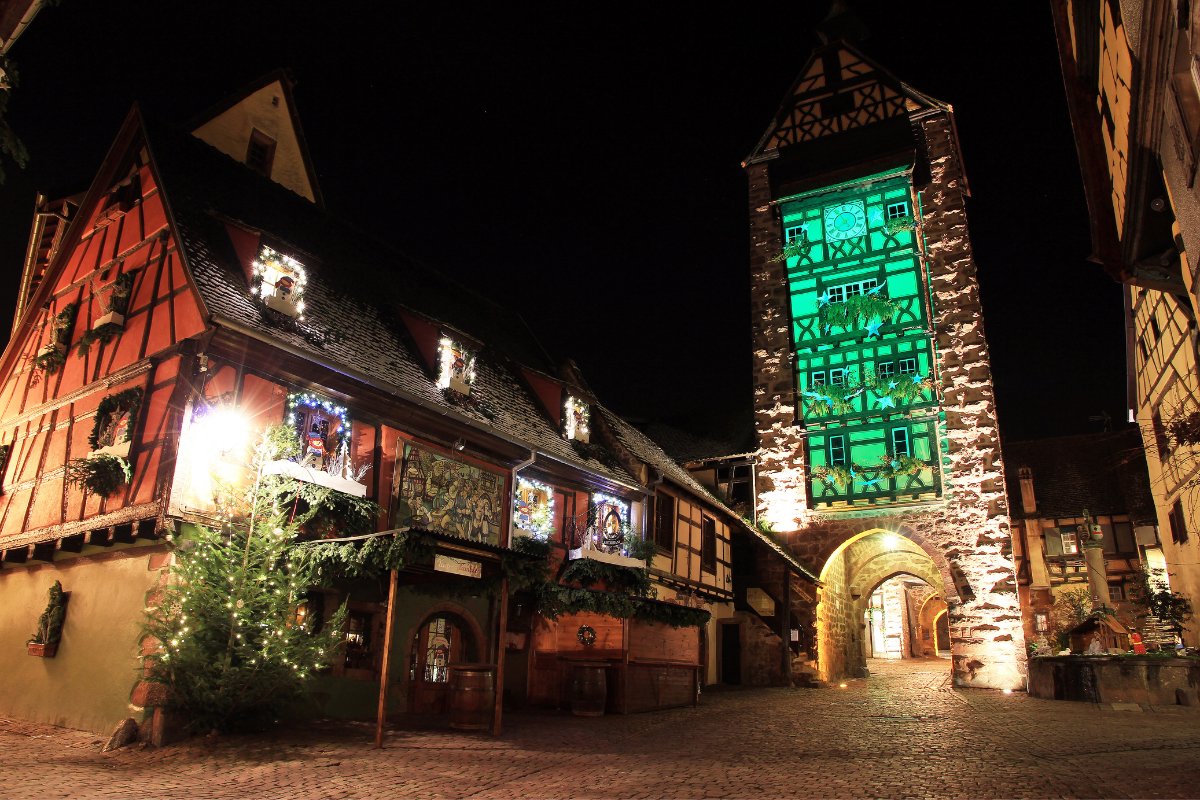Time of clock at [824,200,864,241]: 7:55
